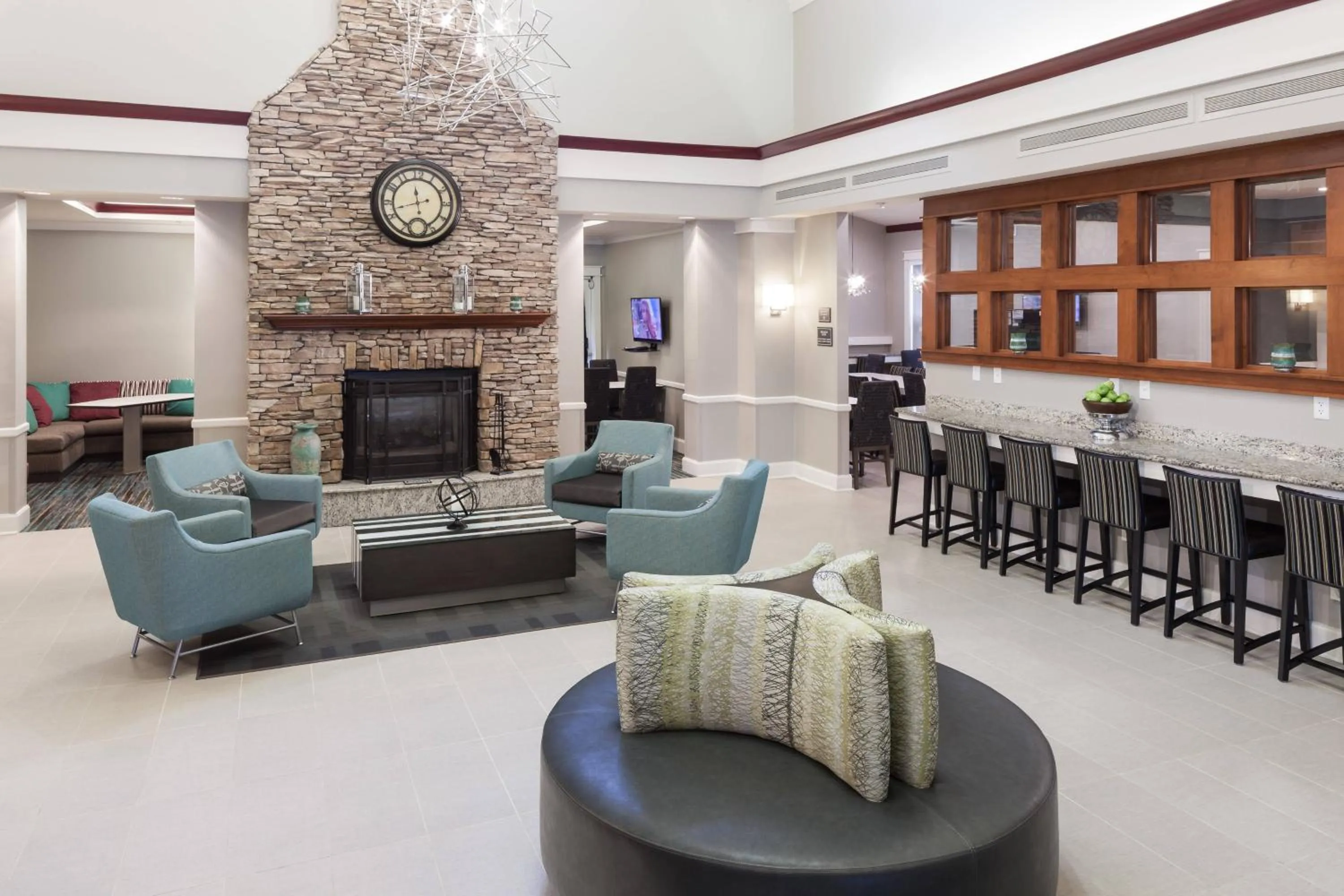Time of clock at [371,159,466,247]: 11:42
